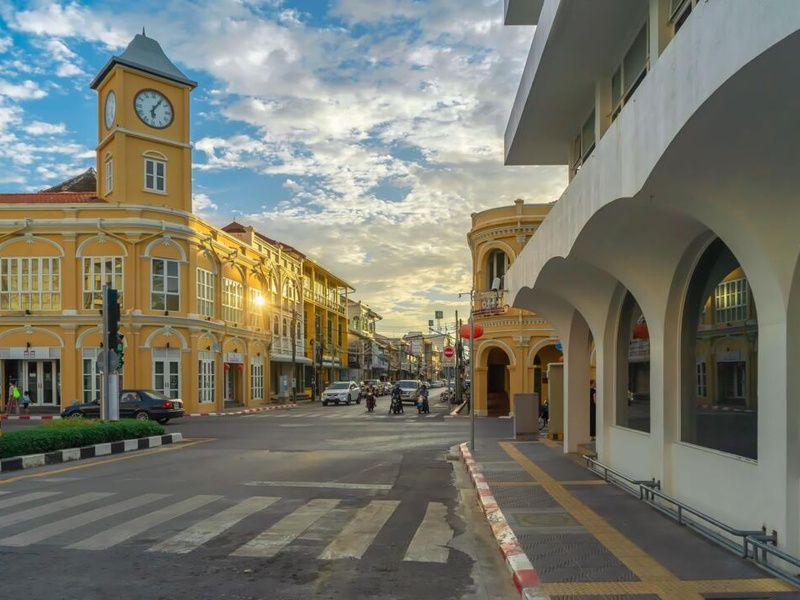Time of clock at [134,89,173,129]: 6:06
